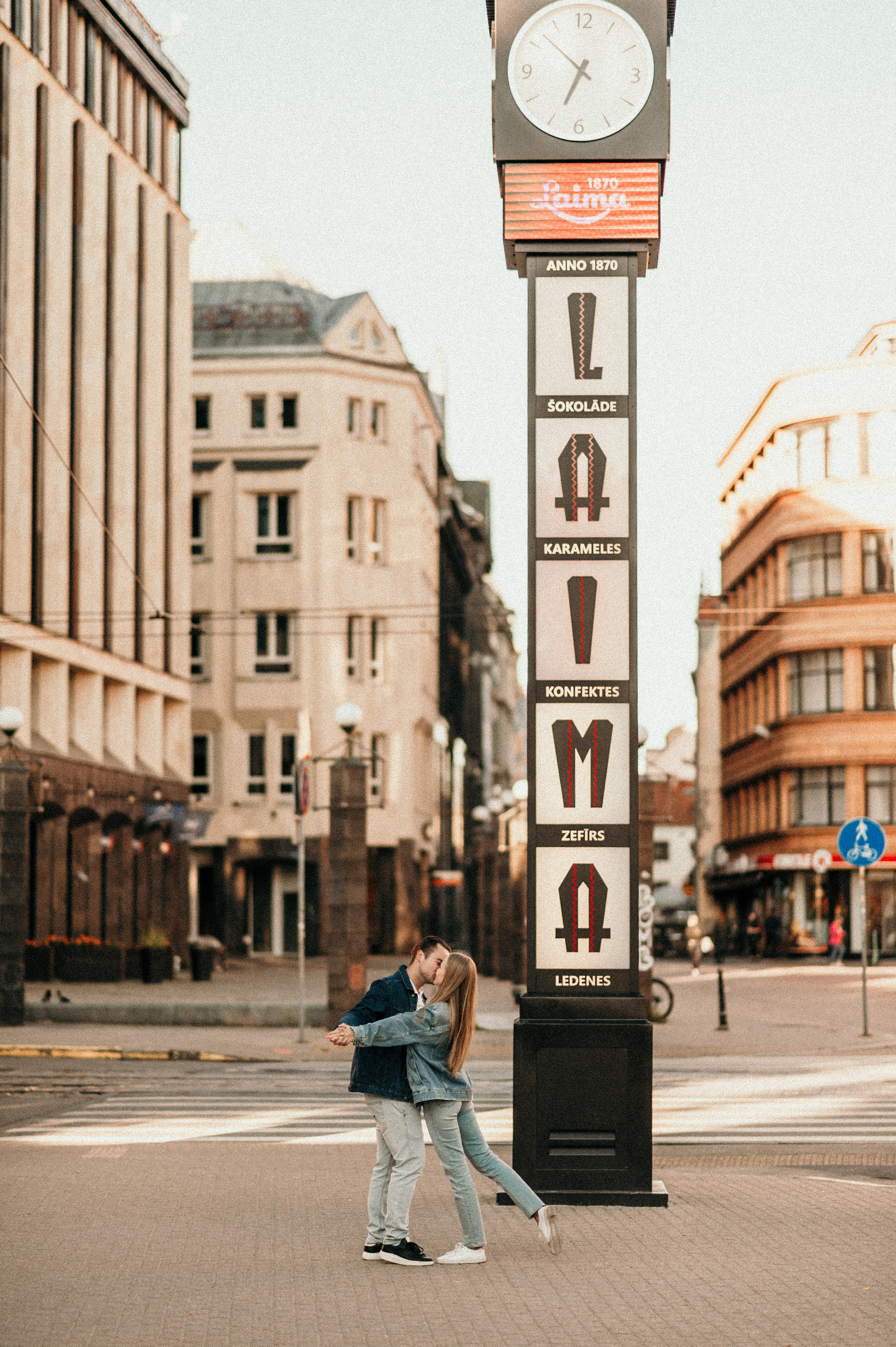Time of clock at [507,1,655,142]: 6:52
